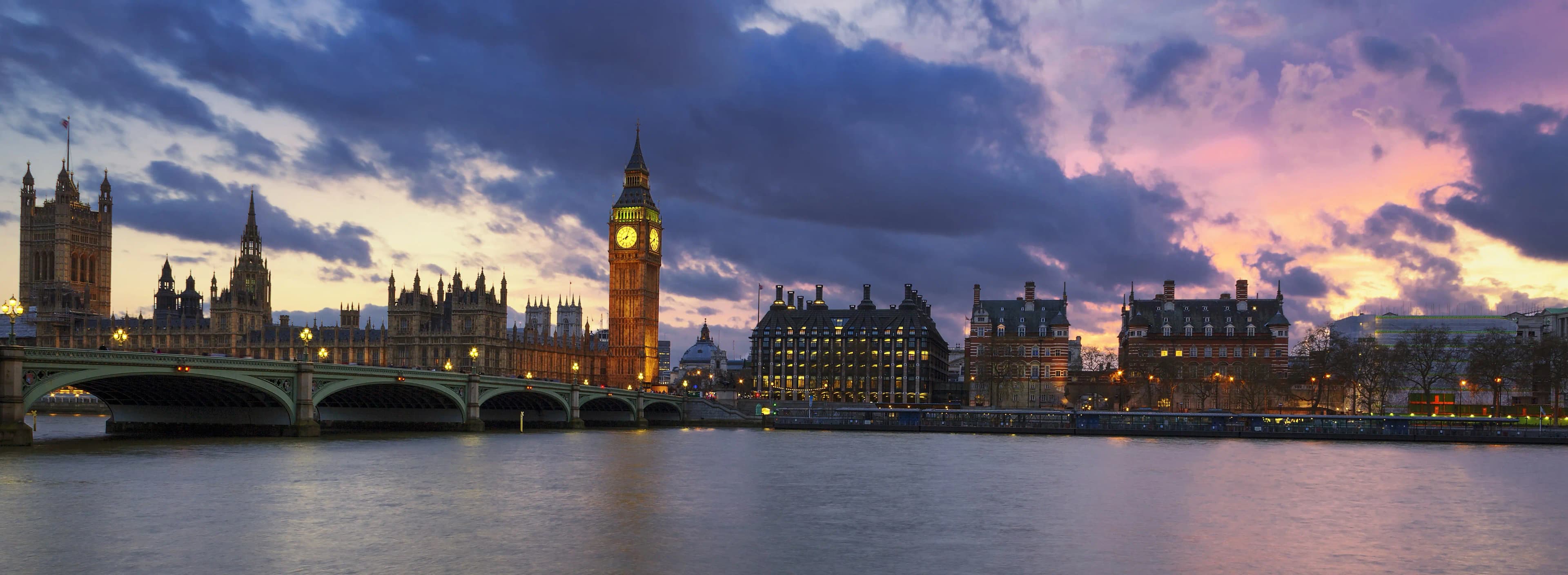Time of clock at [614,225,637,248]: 8:03
